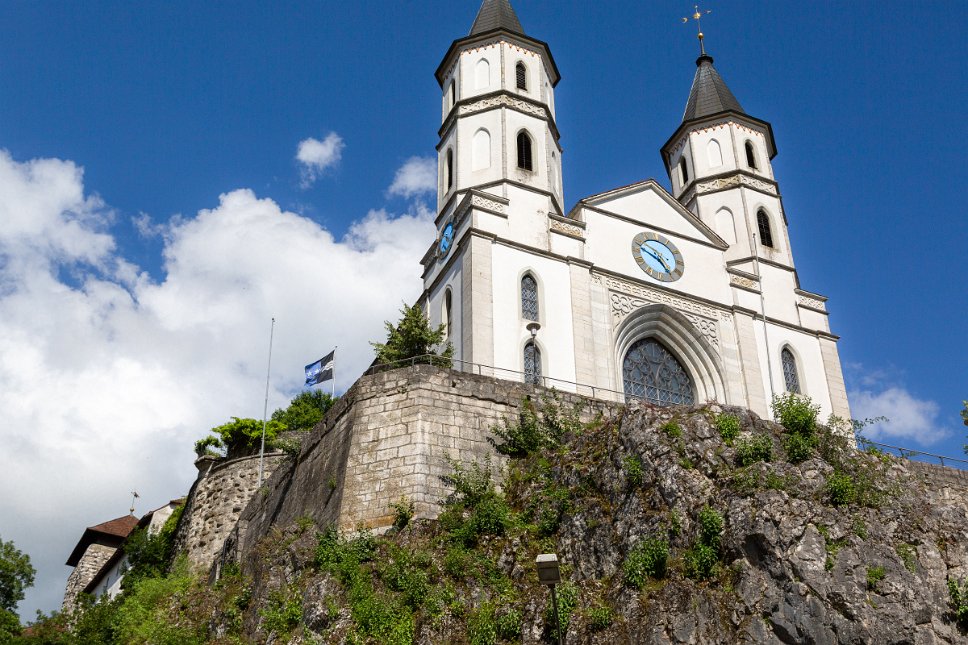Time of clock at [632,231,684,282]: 4:48
